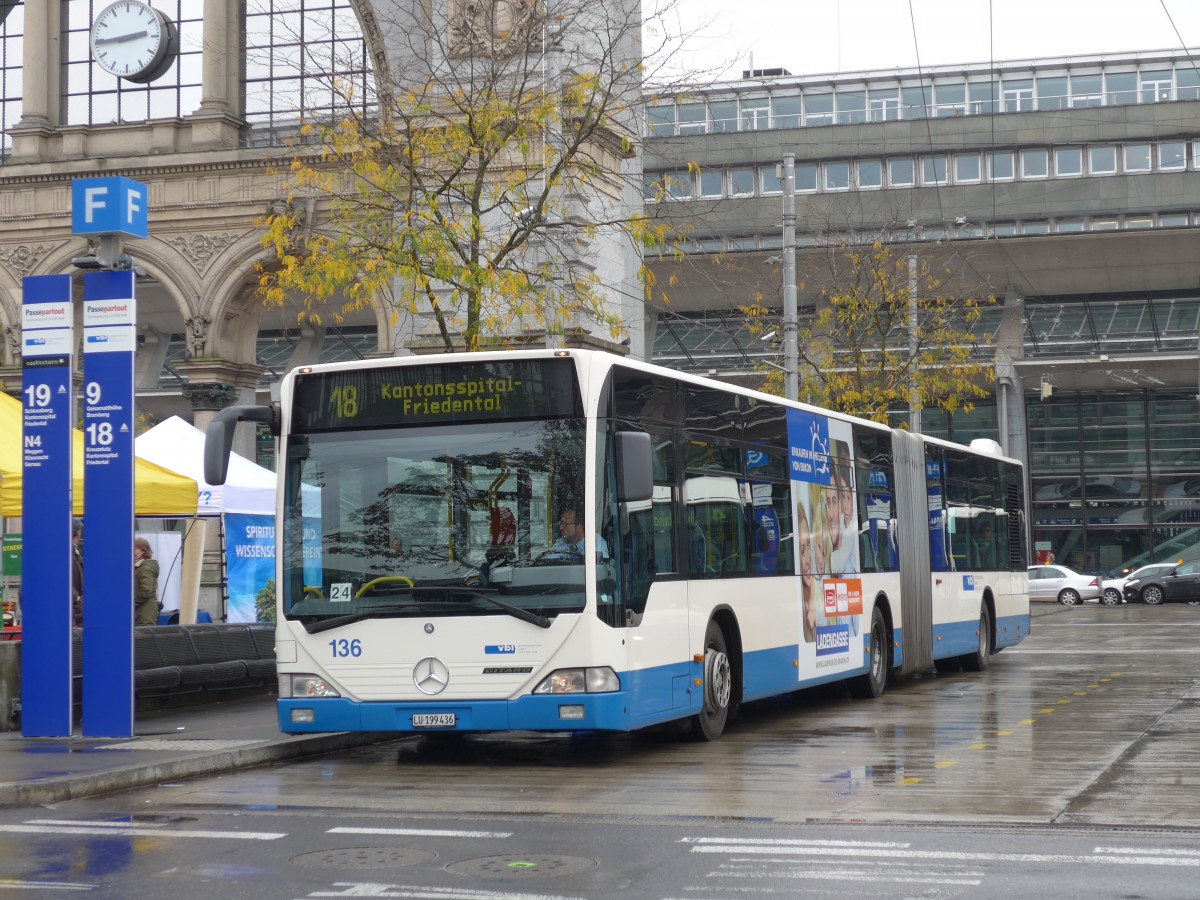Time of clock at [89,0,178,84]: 2:44
